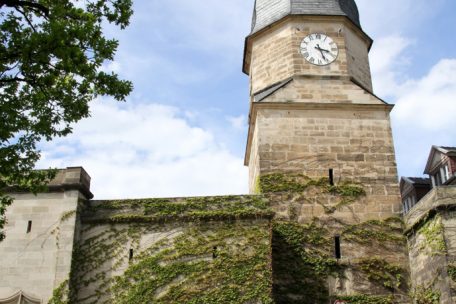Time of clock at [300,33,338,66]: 3:26
